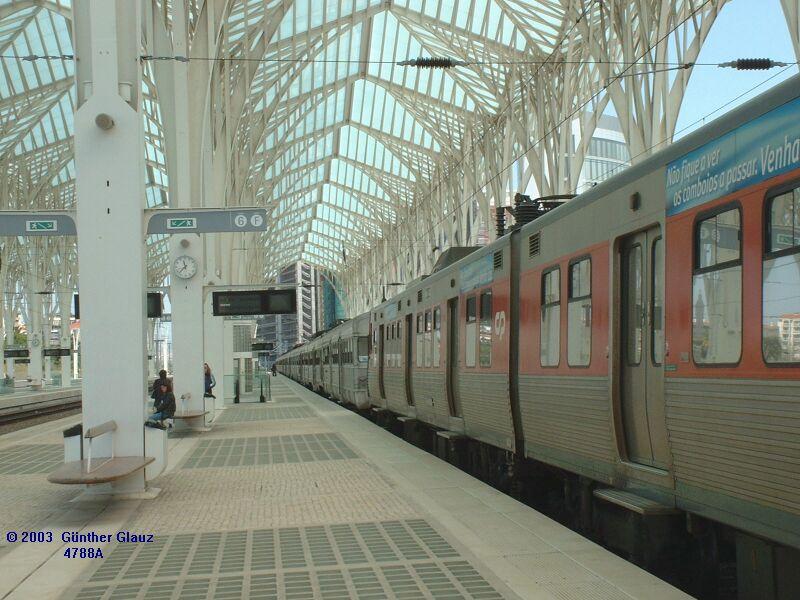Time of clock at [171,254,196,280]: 11:37
